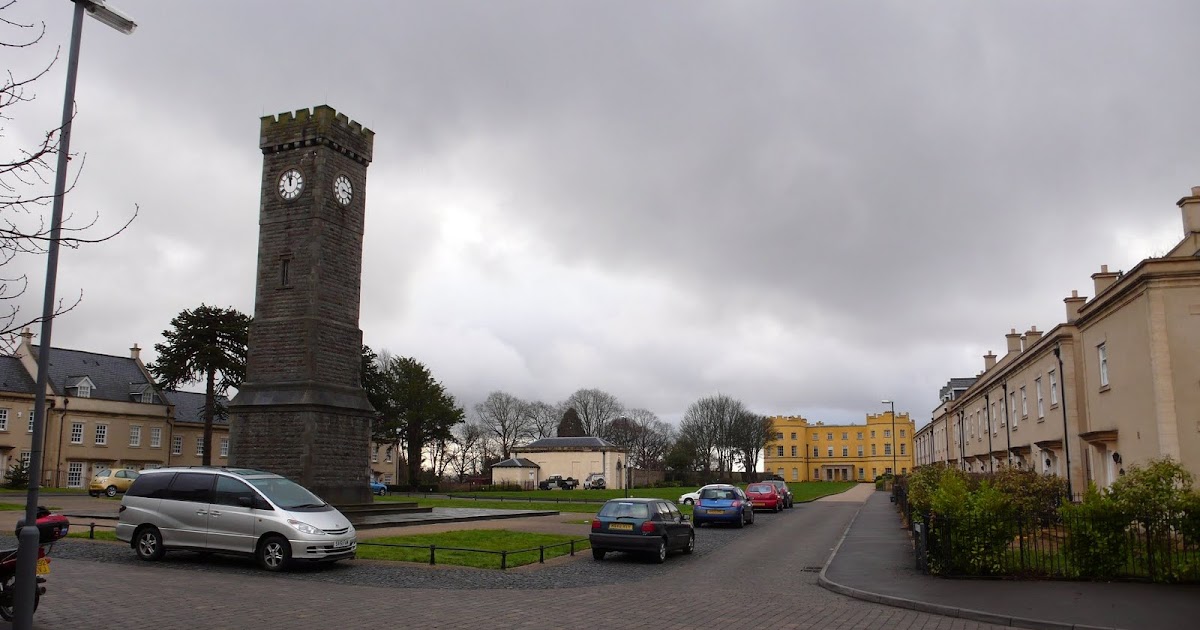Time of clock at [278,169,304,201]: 11:57
